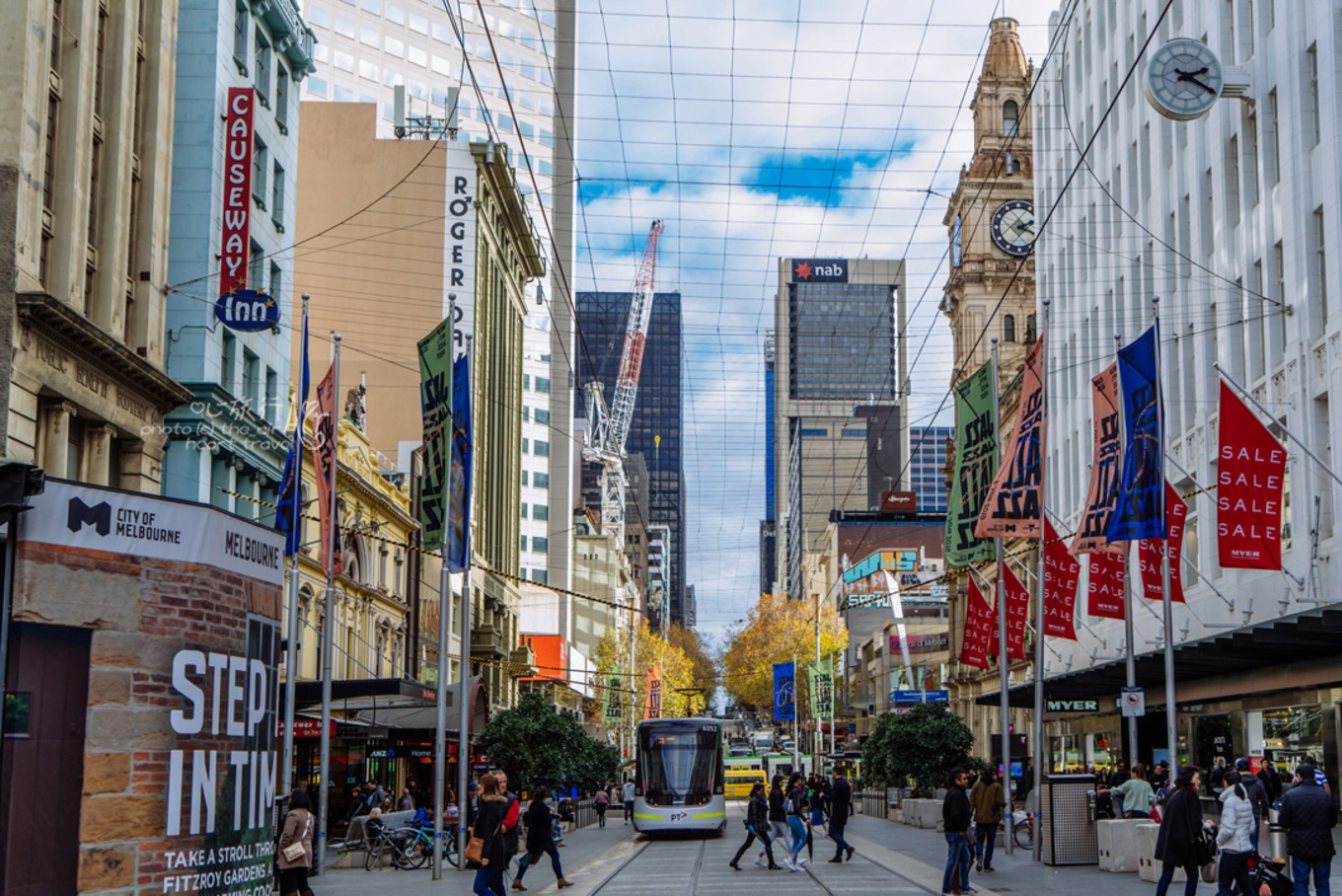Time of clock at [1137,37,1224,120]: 2:19
